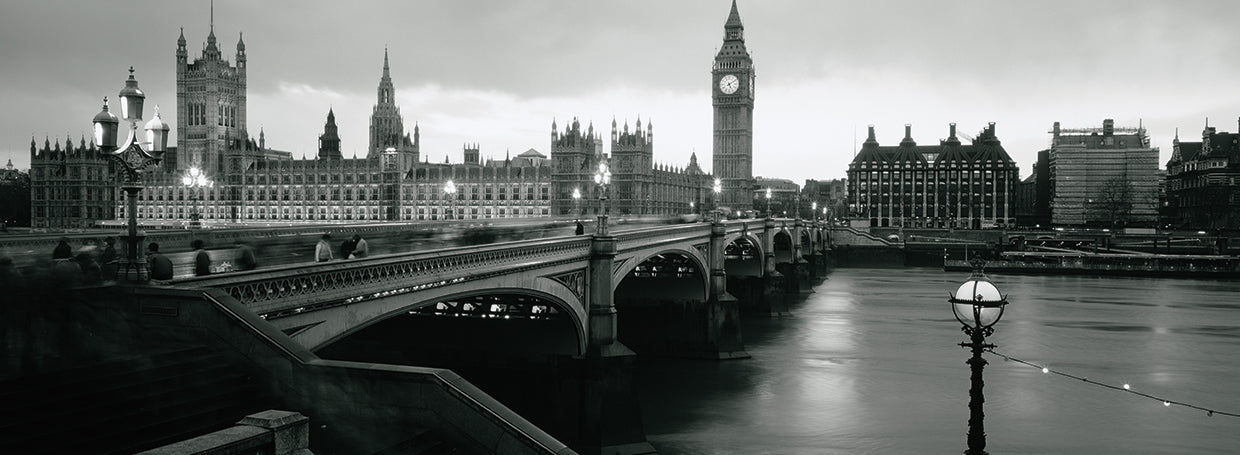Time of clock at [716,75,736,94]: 5:09
